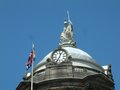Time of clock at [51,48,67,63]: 12:34
